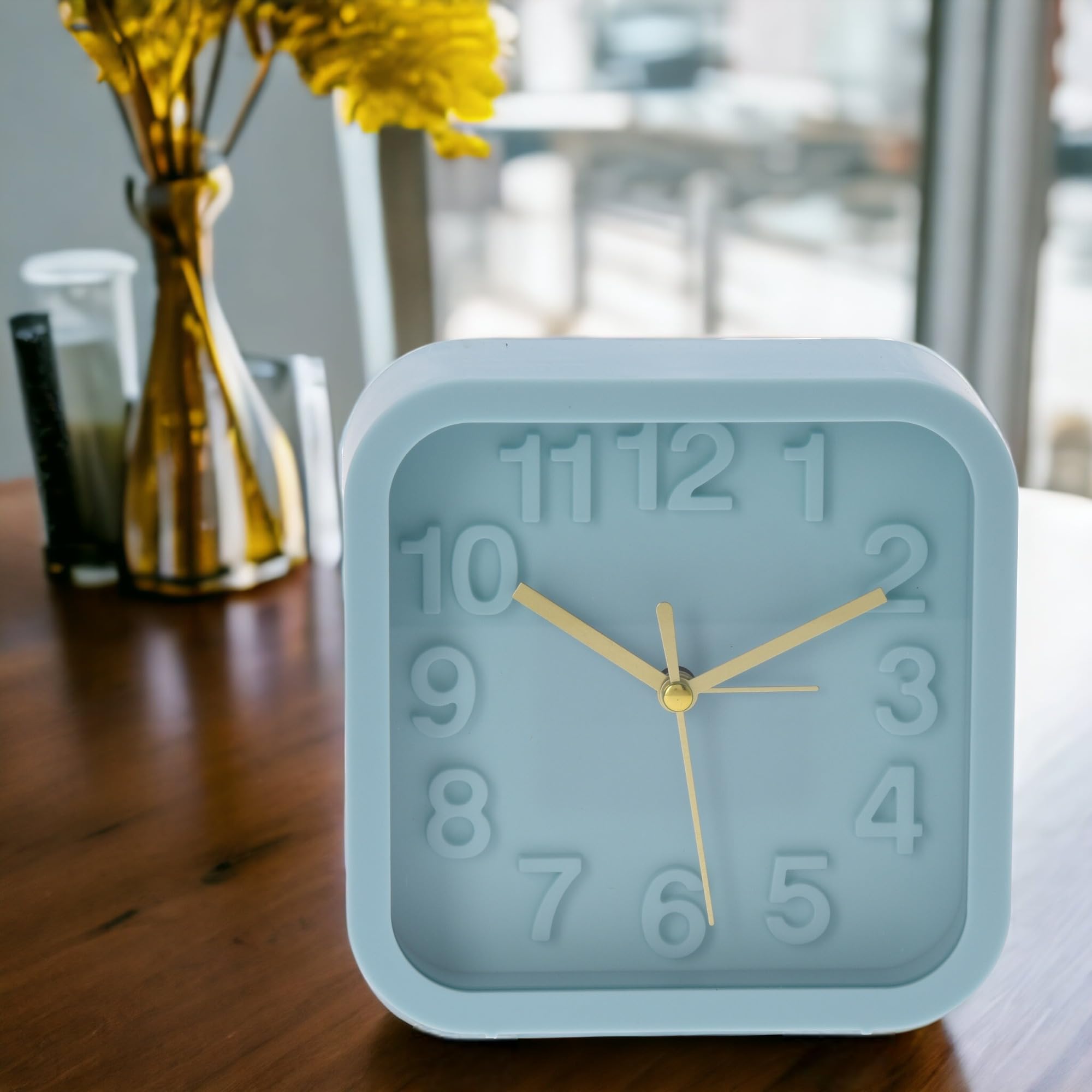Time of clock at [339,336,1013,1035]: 10:10
